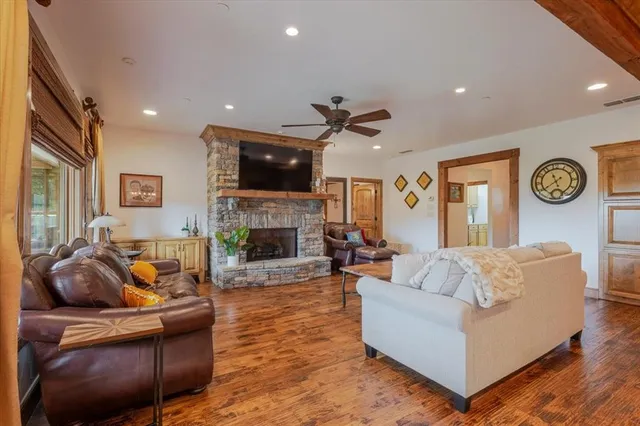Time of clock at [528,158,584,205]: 11:39
